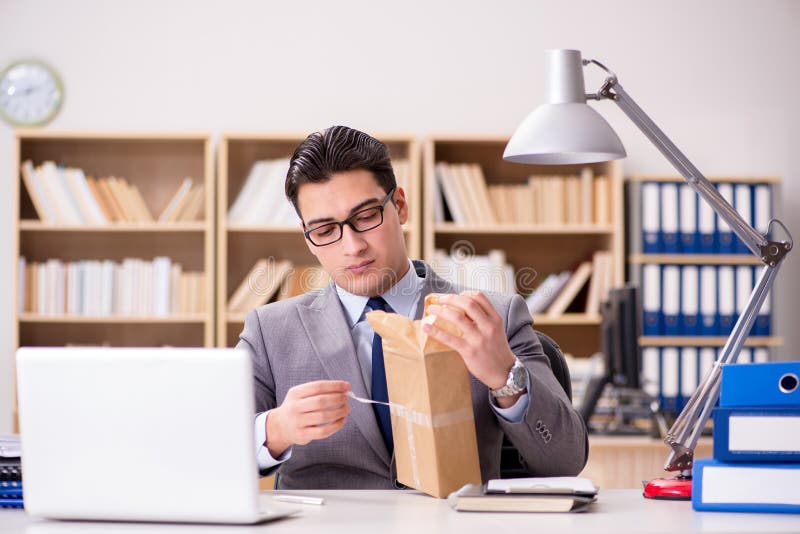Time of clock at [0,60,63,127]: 8:12
